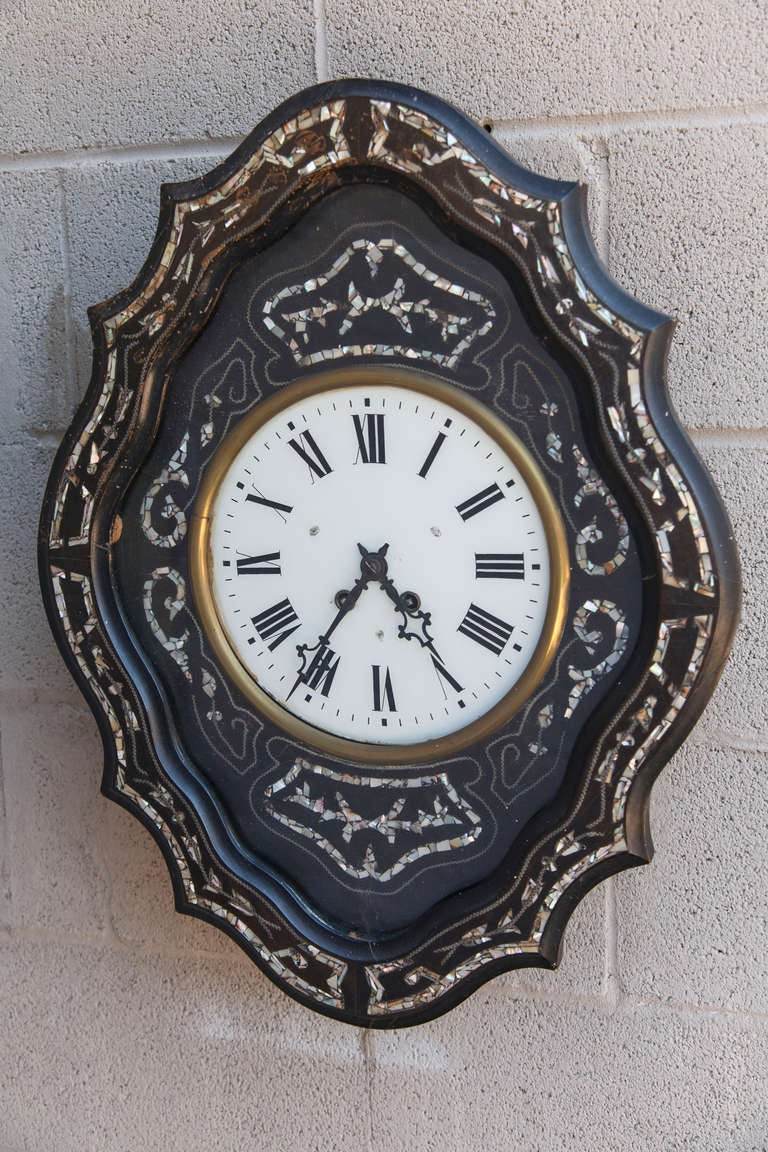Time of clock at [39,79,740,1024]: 4:35
